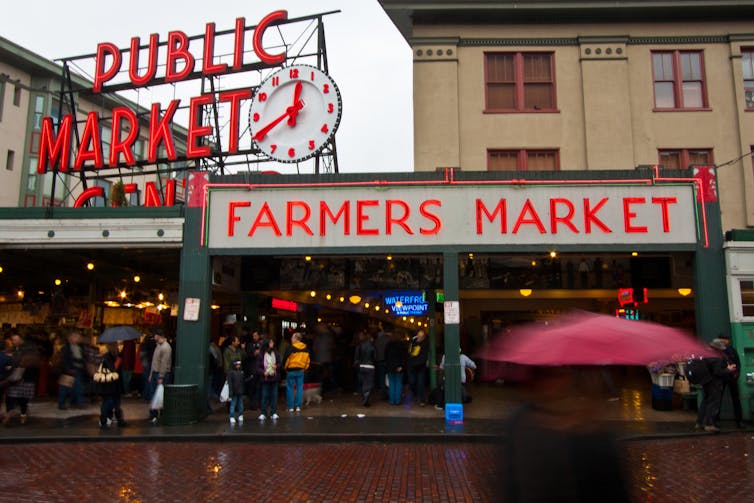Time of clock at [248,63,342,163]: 12:40
